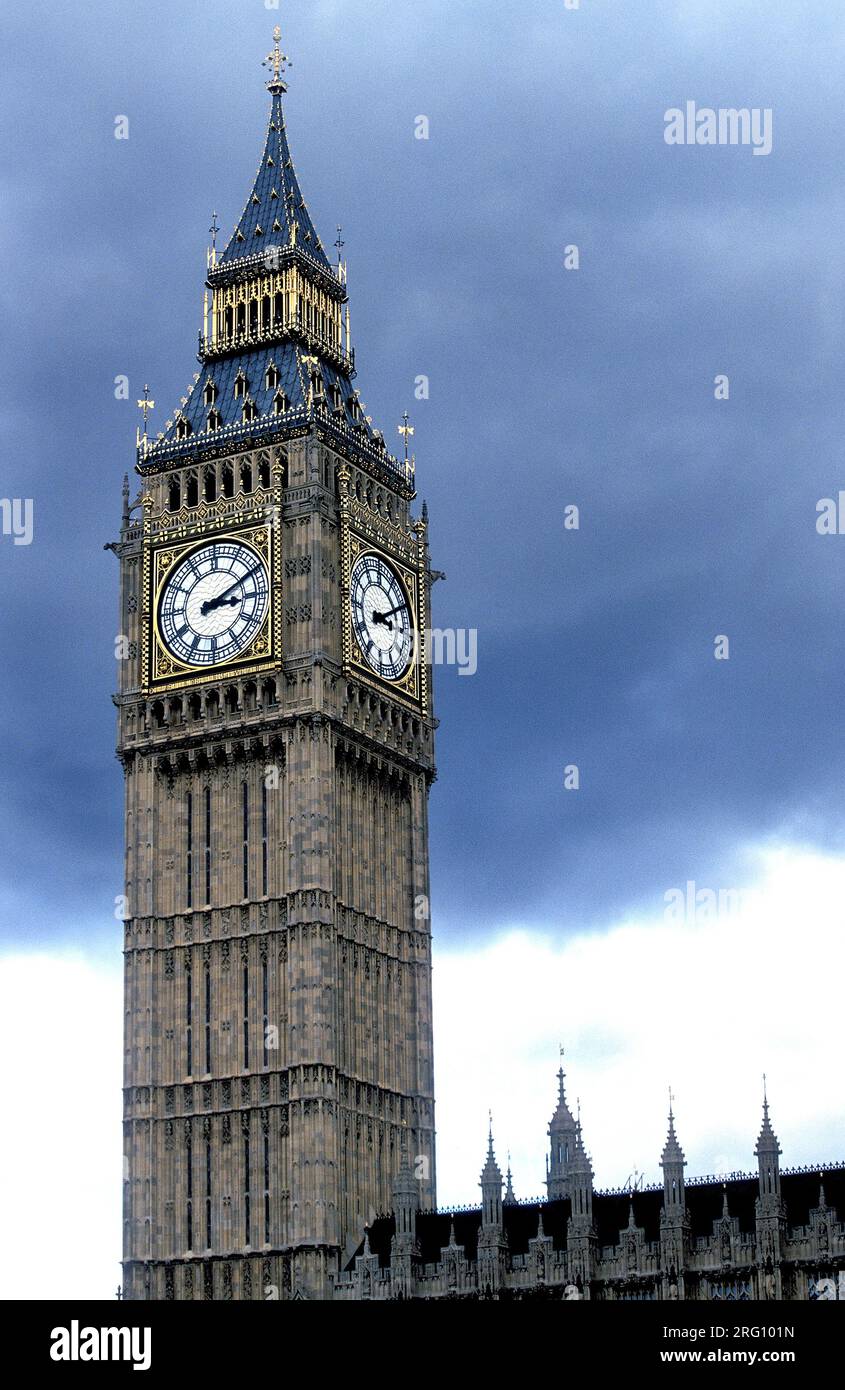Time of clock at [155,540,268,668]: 3:10
